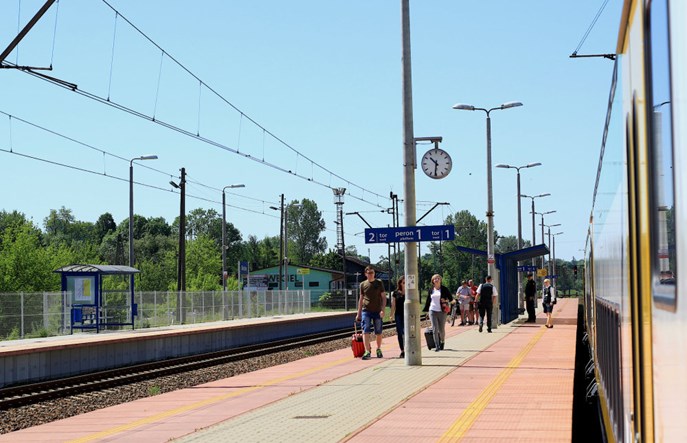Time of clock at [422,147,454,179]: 10:31
